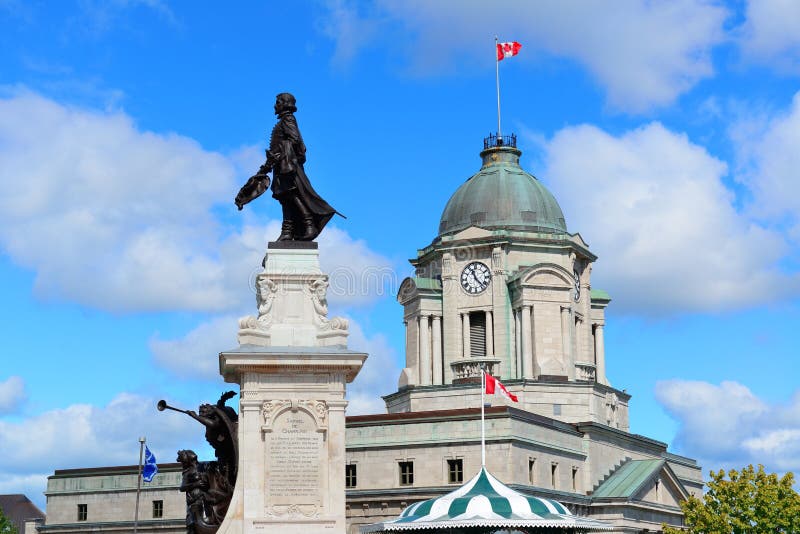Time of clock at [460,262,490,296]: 11:22
